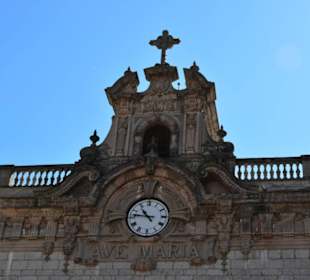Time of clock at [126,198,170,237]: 10:46
